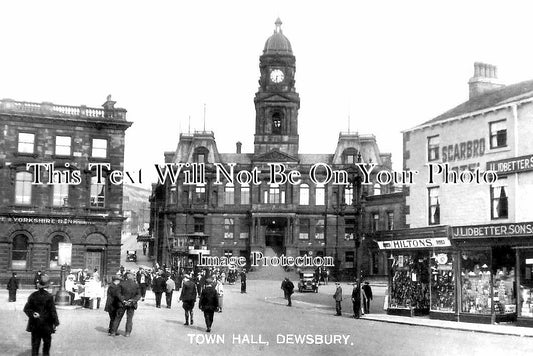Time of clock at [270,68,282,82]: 6:13
